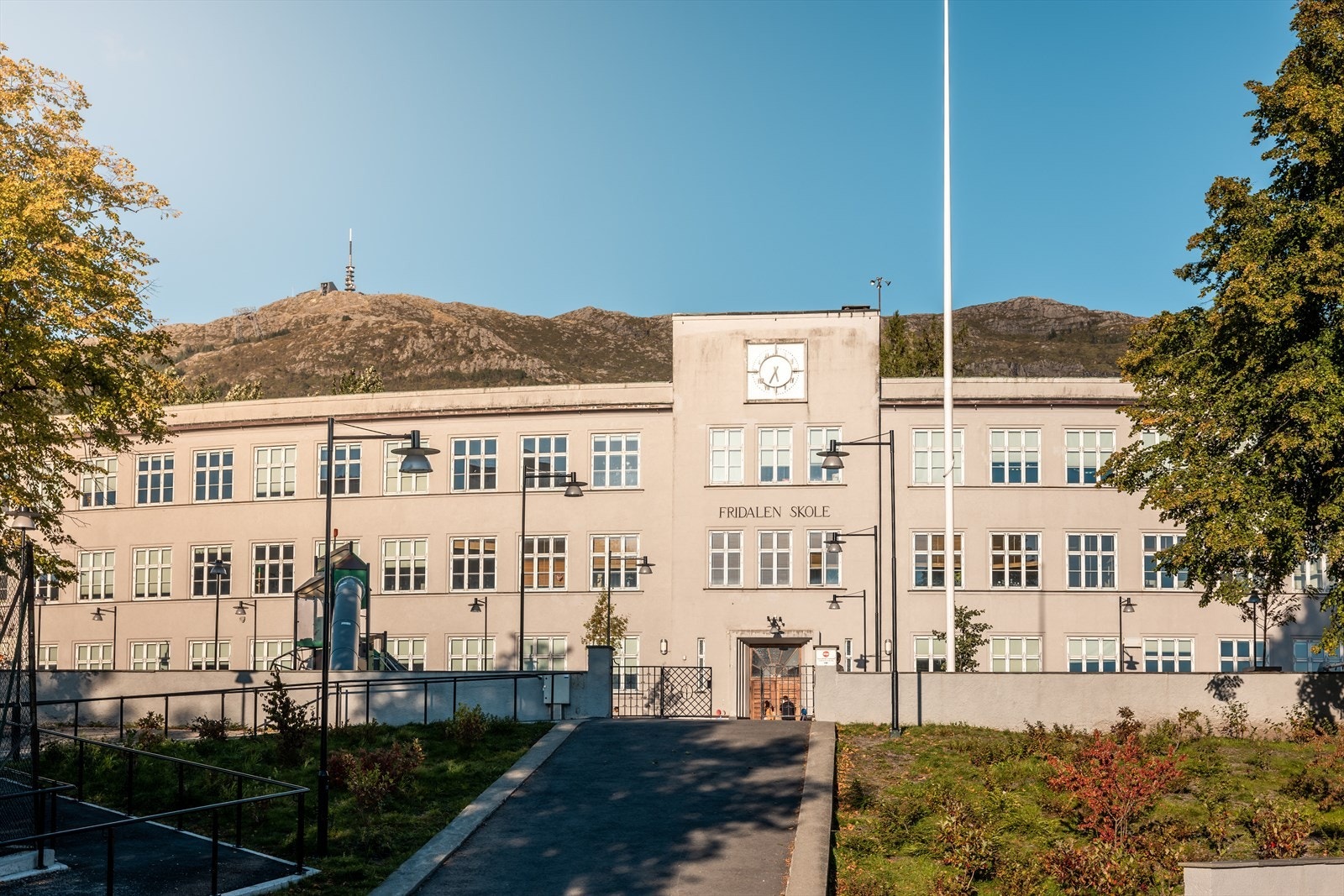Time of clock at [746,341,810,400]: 5:34
